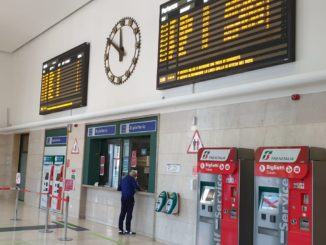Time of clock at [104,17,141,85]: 11:50
